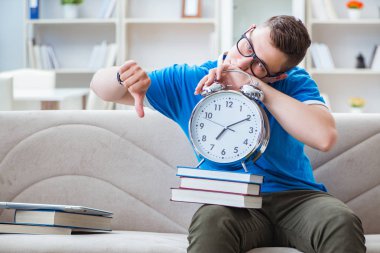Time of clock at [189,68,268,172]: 7:10
